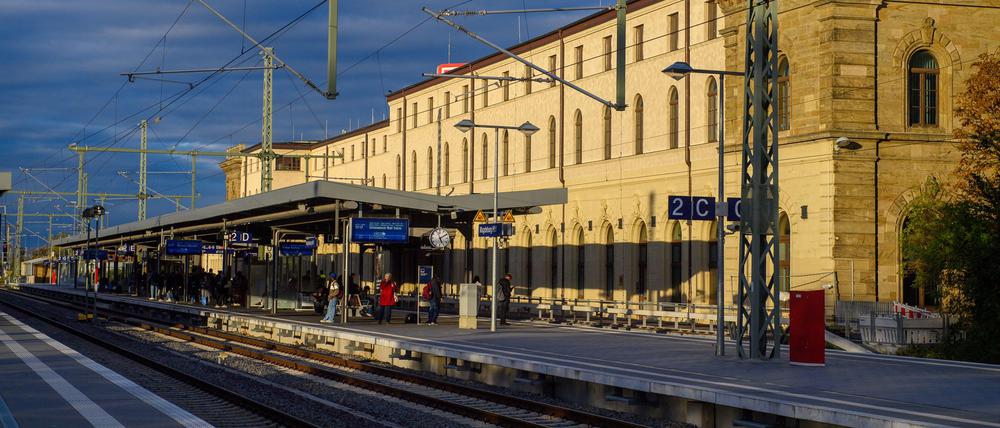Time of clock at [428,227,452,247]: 5:09
